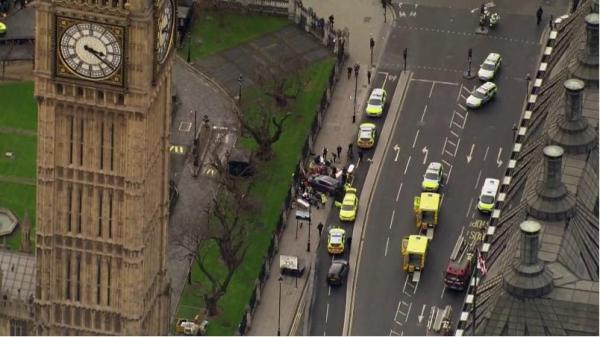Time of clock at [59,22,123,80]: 3:21
